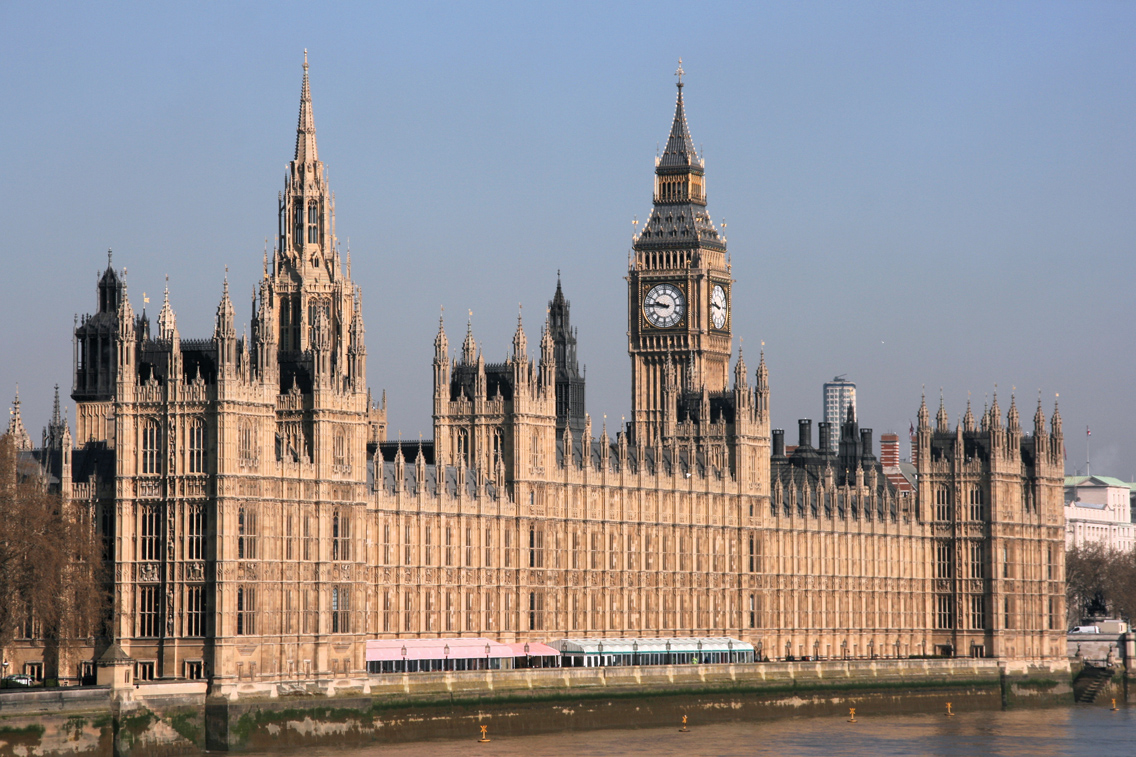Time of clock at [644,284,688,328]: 9:45
